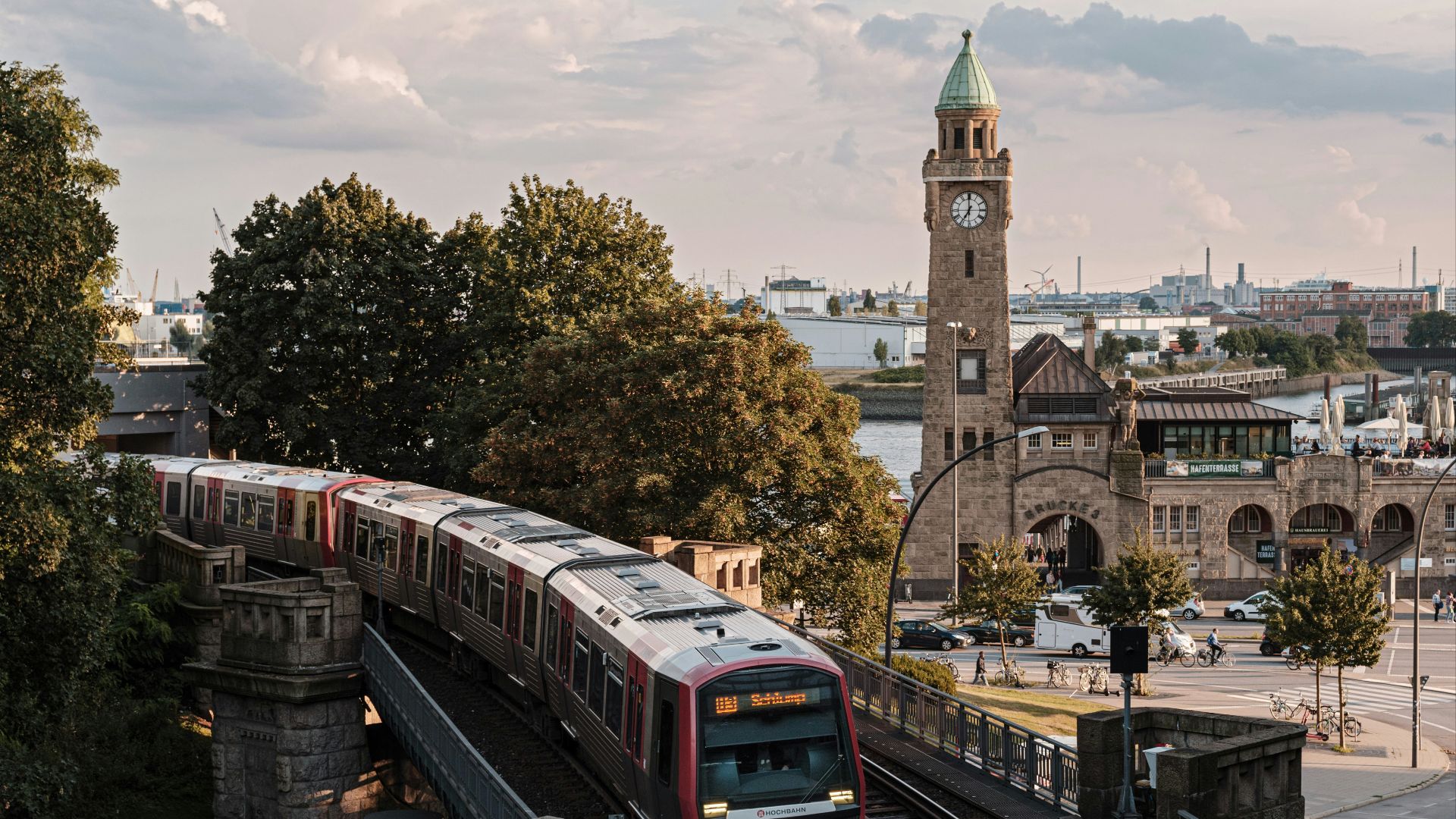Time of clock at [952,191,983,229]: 6:59
